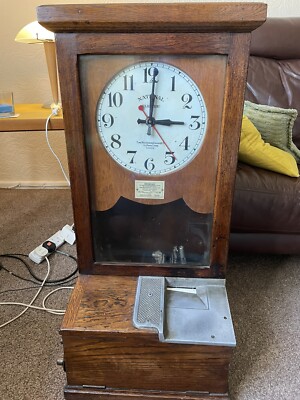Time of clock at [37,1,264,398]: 3:01
